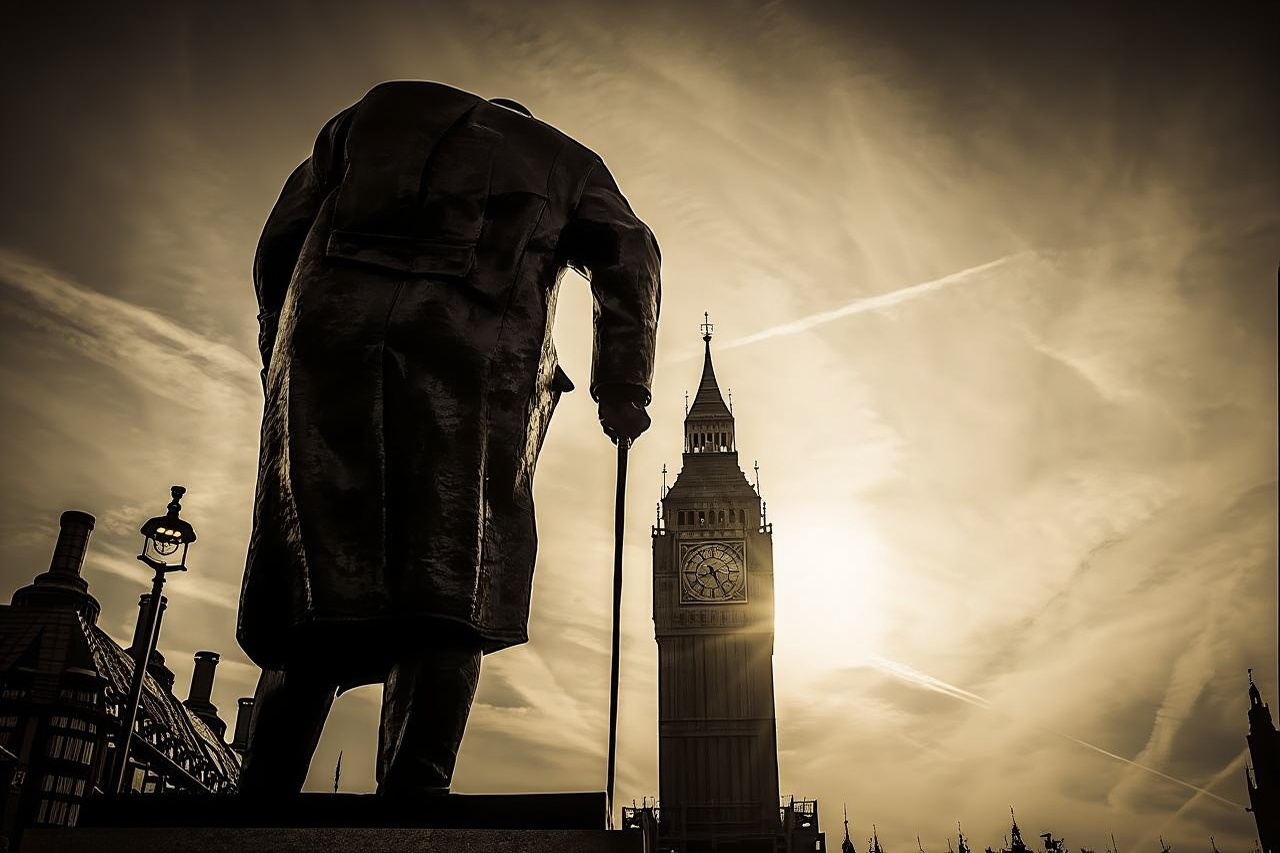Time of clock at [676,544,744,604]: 8:26
